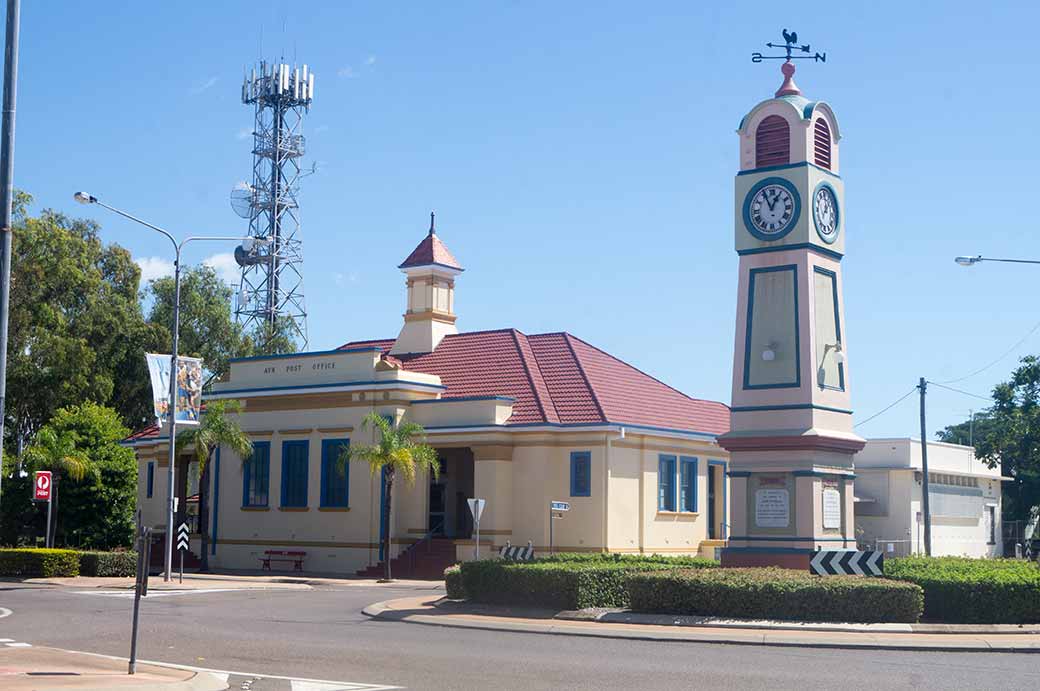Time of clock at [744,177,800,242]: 12:55
